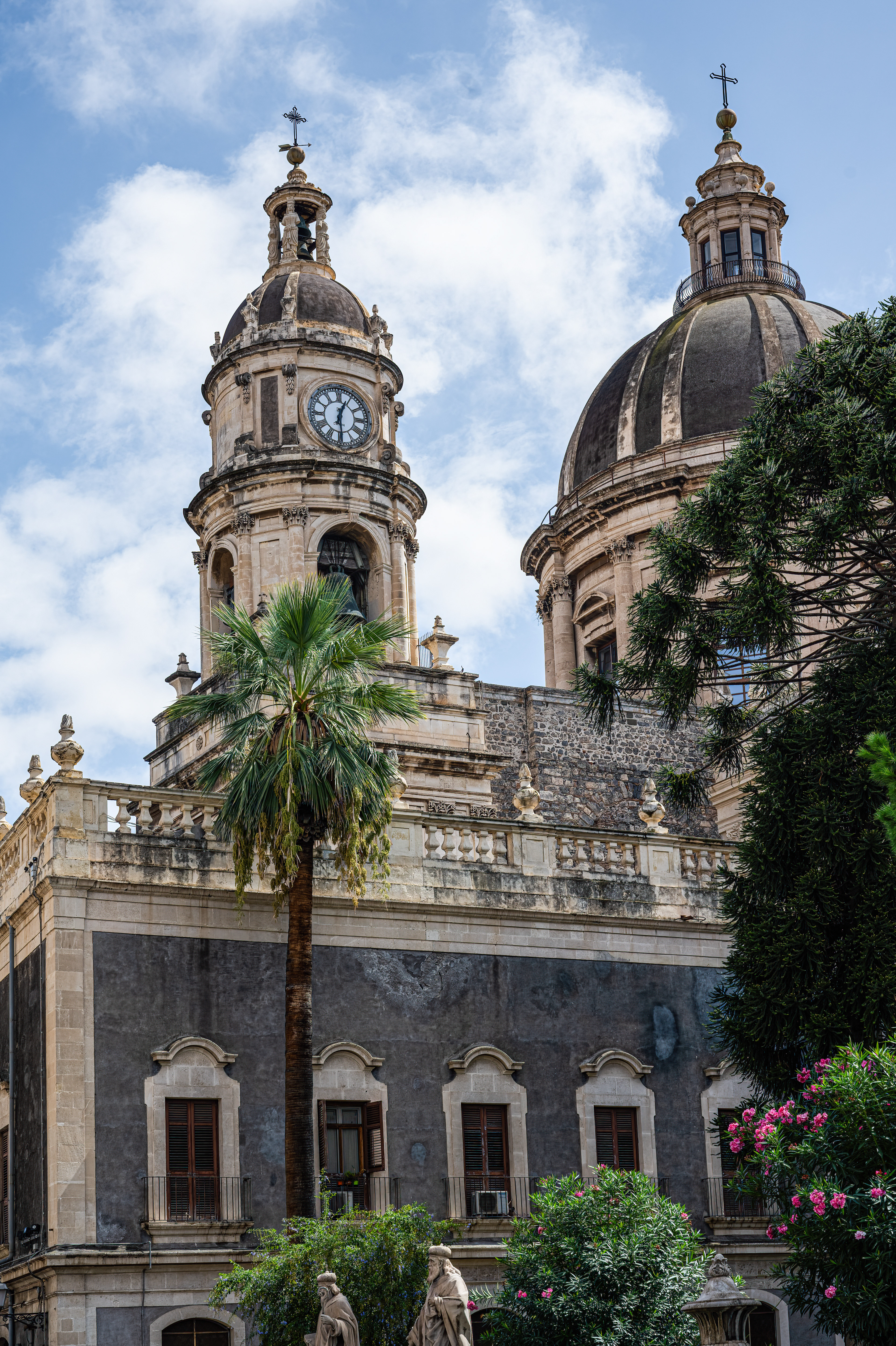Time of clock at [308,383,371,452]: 12:28
